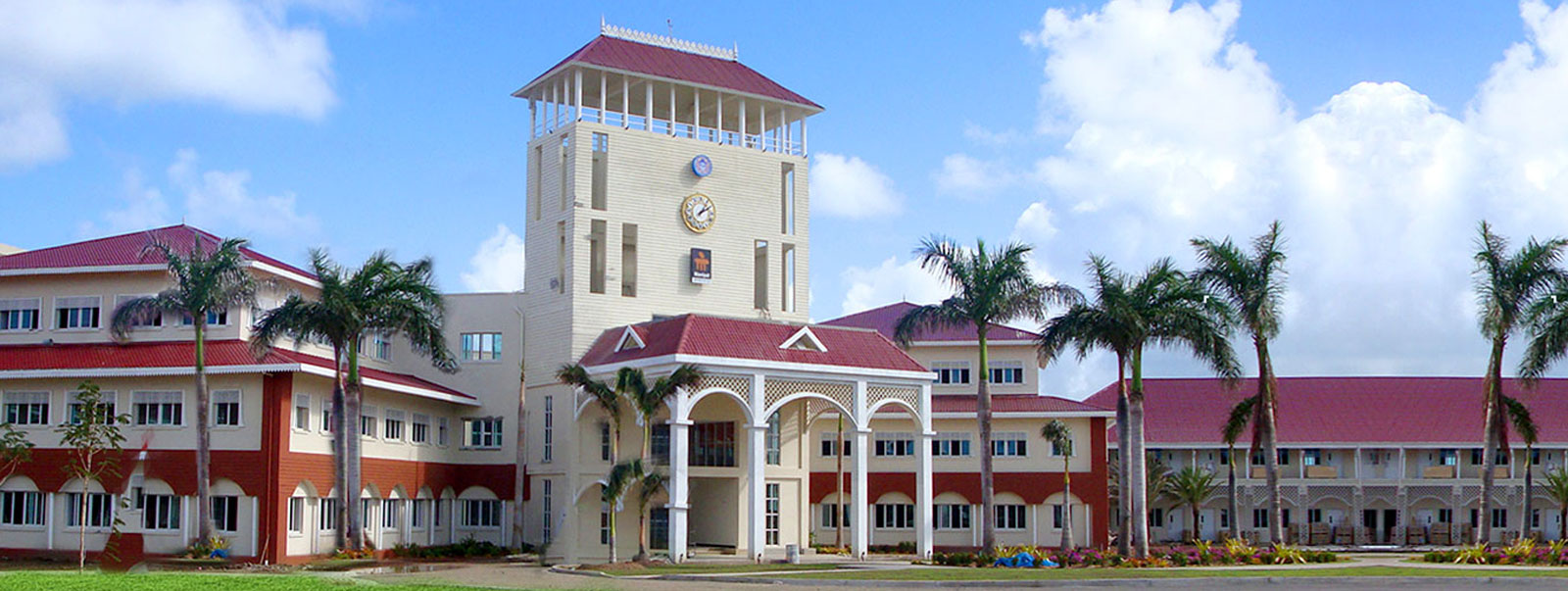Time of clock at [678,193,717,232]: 2:06
